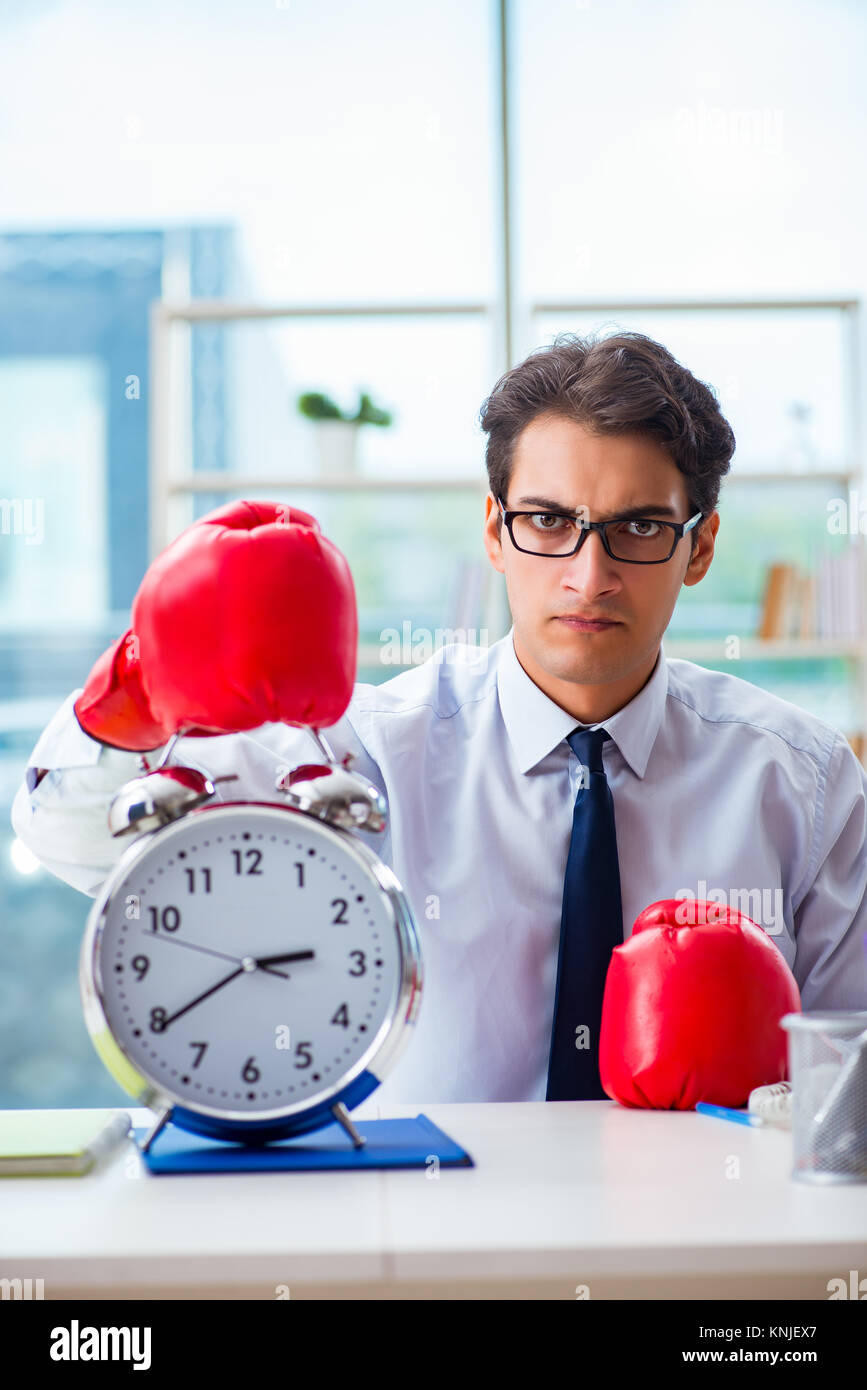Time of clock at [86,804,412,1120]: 2:39
